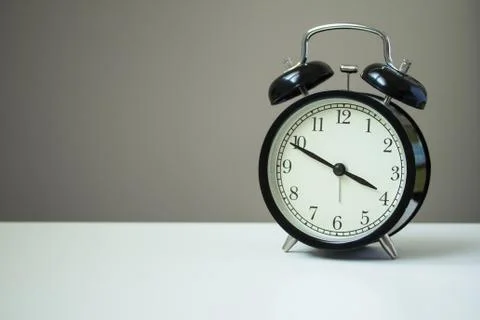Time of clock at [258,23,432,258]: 3:49
